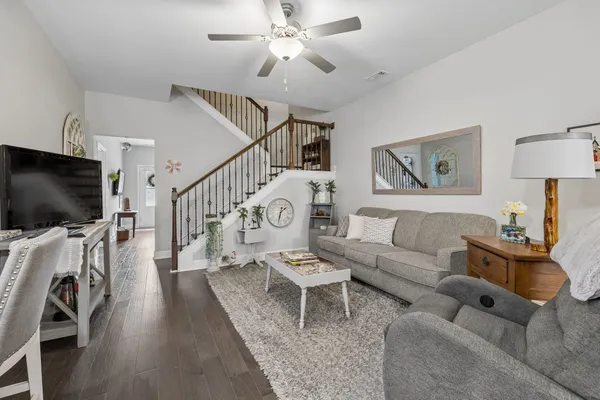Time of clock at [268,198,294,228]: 1:32
